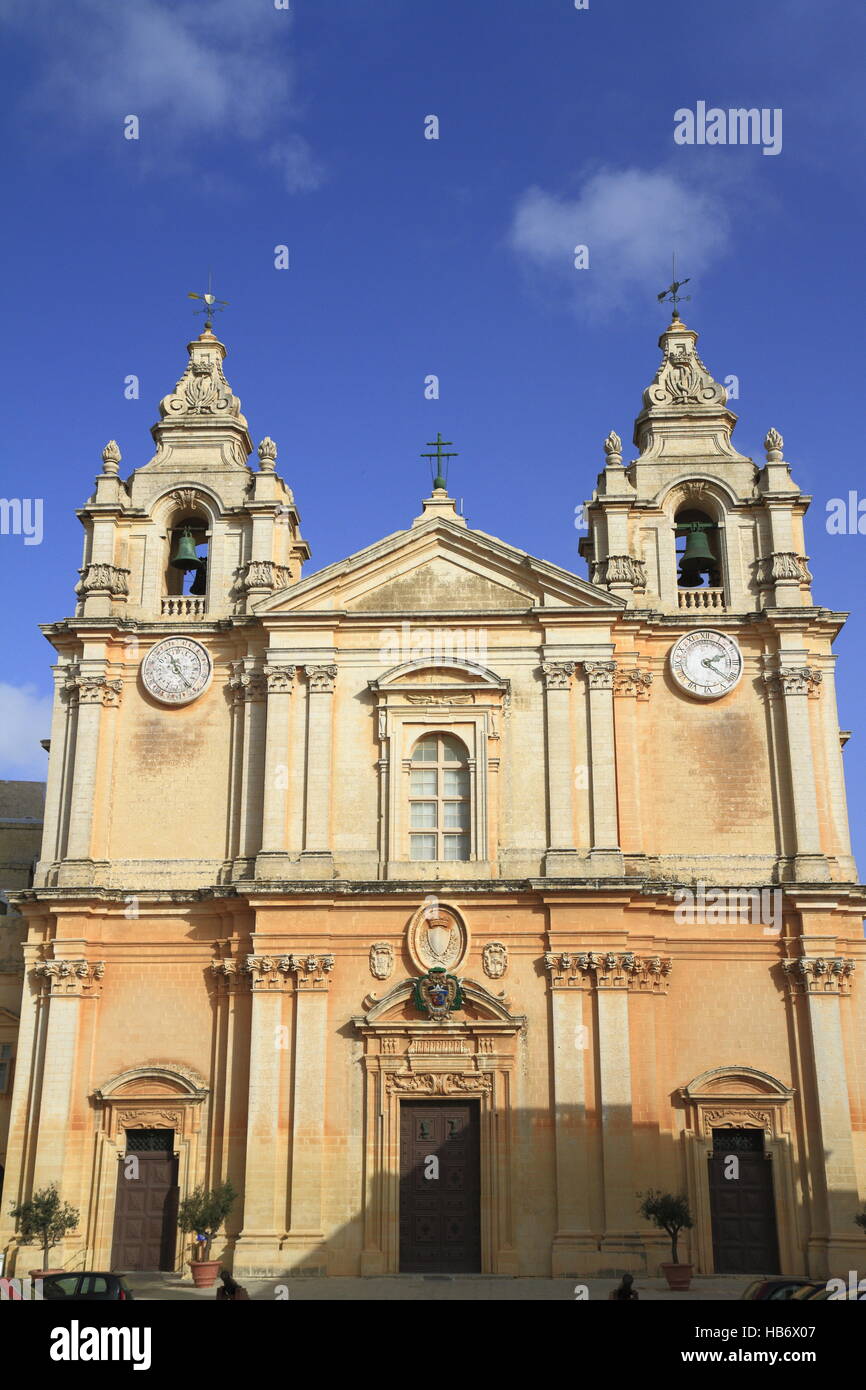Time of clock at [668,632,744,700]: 2:21
